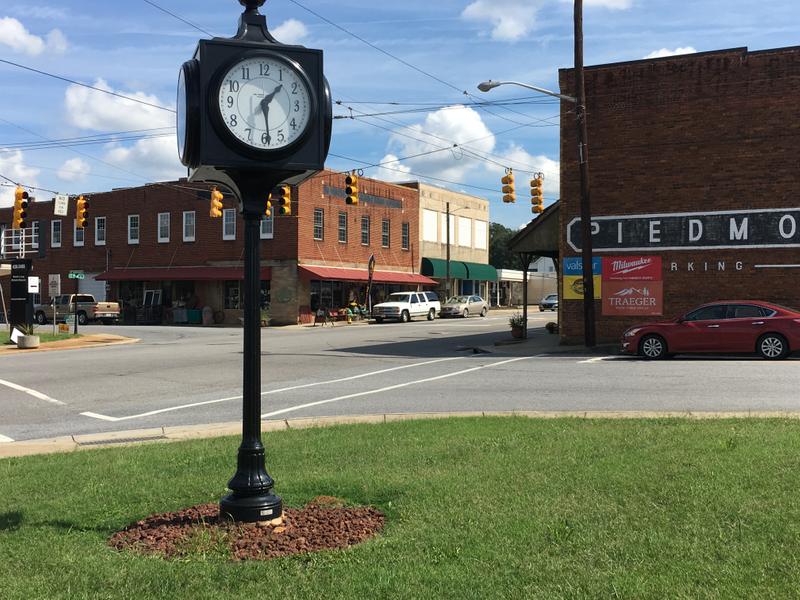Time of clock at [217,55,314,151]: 1:29
